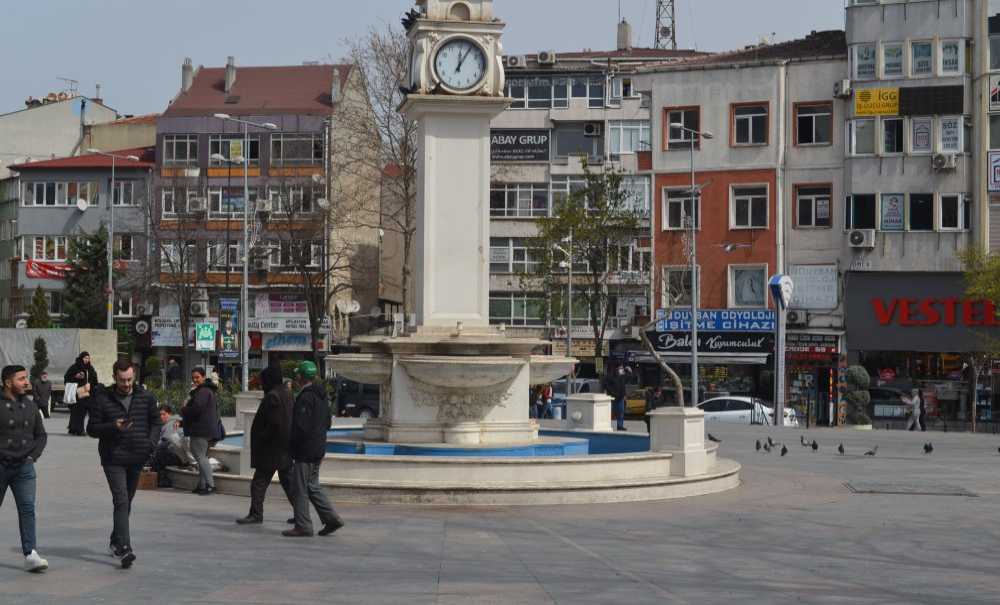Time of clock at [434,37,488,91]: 12:05
